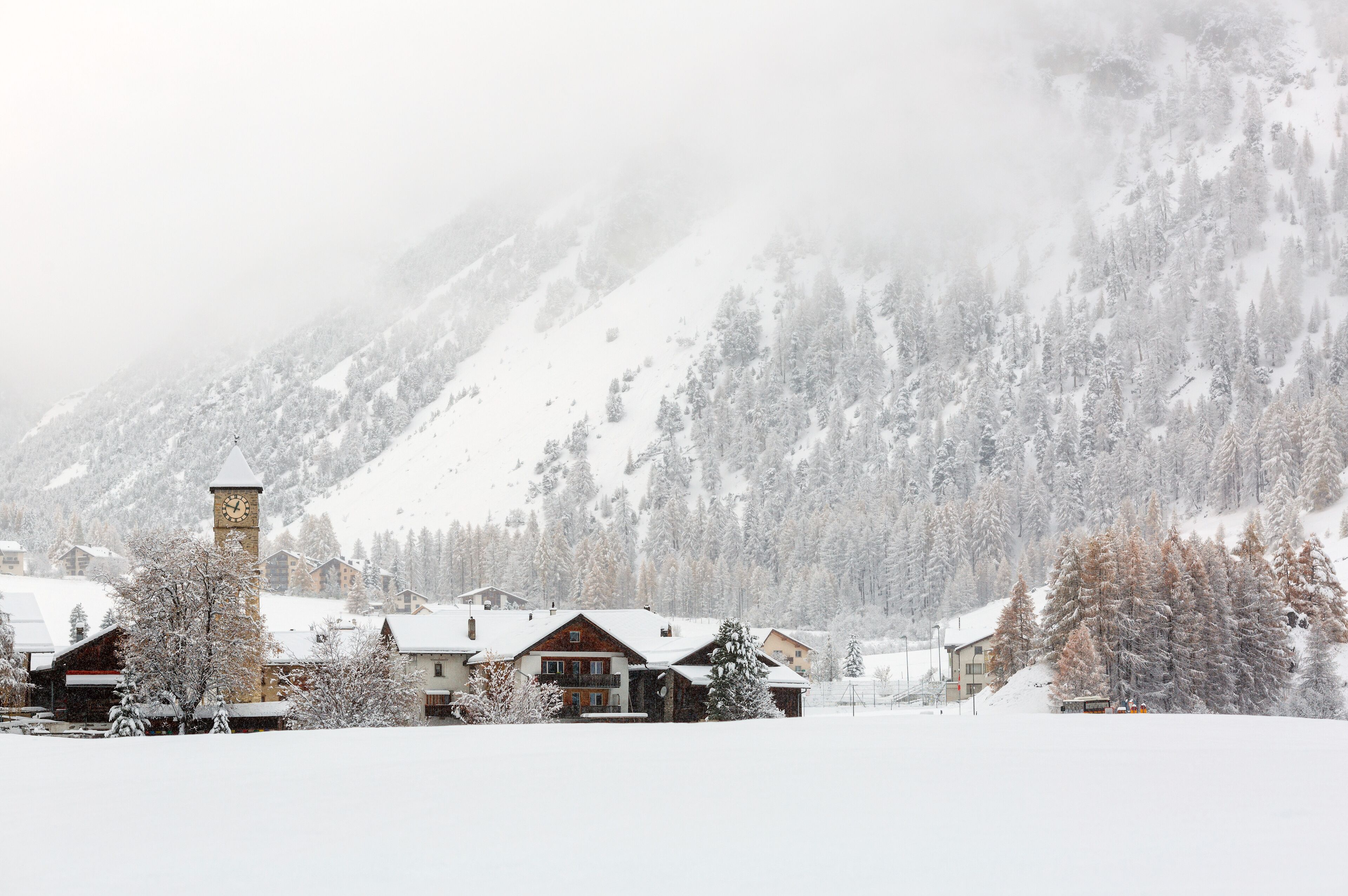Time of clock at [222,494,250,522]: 12:48
